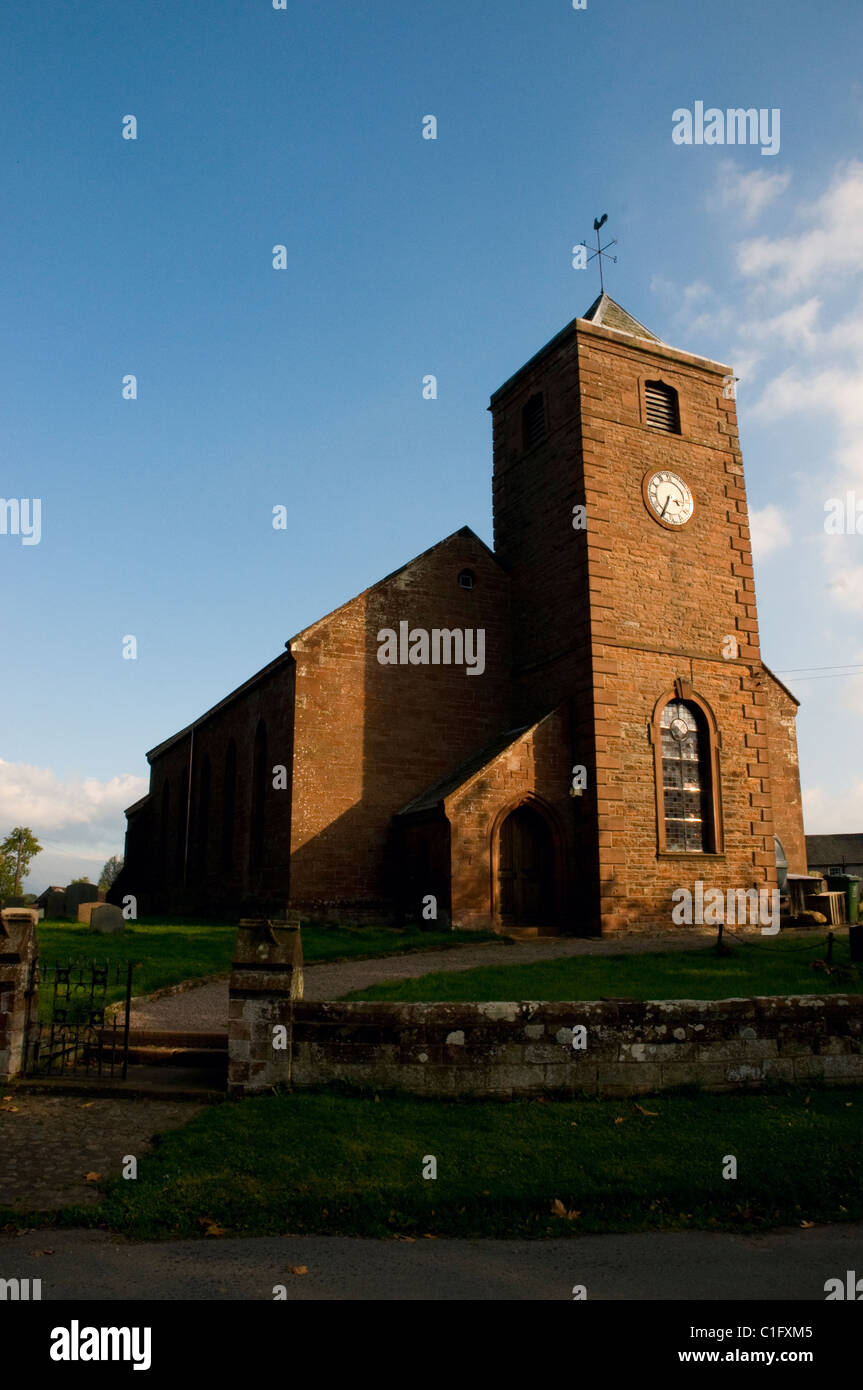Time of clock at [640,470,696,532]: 3:35
